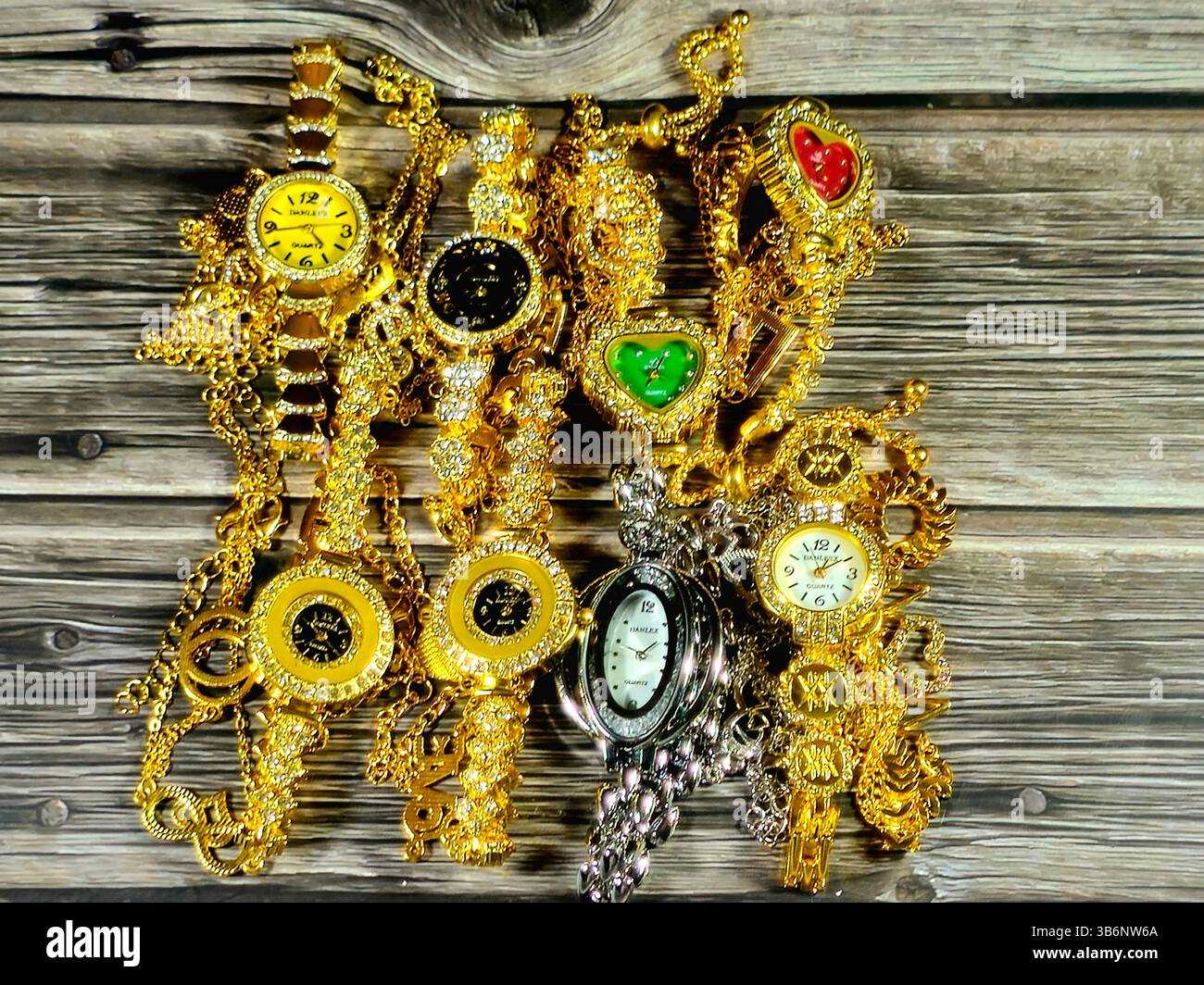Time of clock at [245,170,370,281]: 4:43
